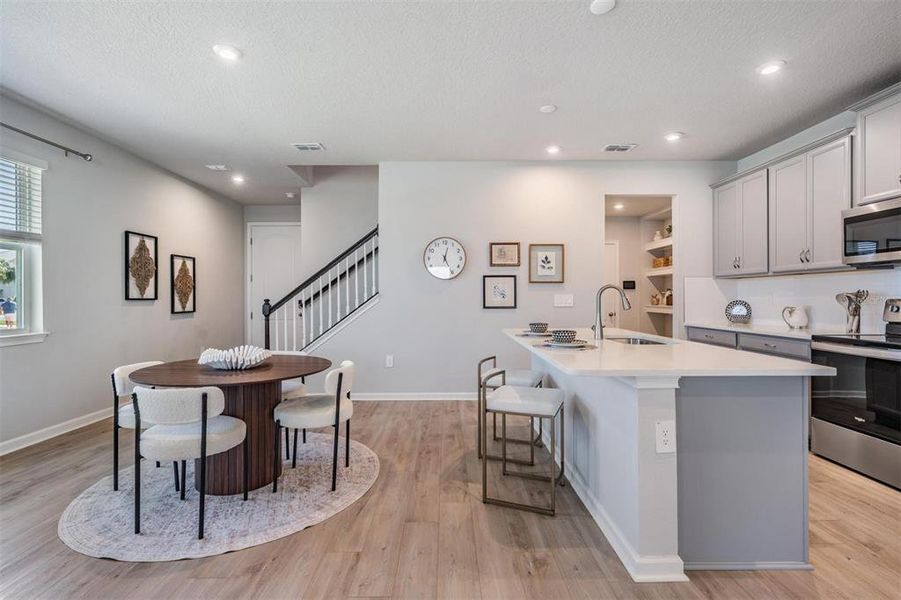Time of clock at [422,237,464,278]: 12:25
